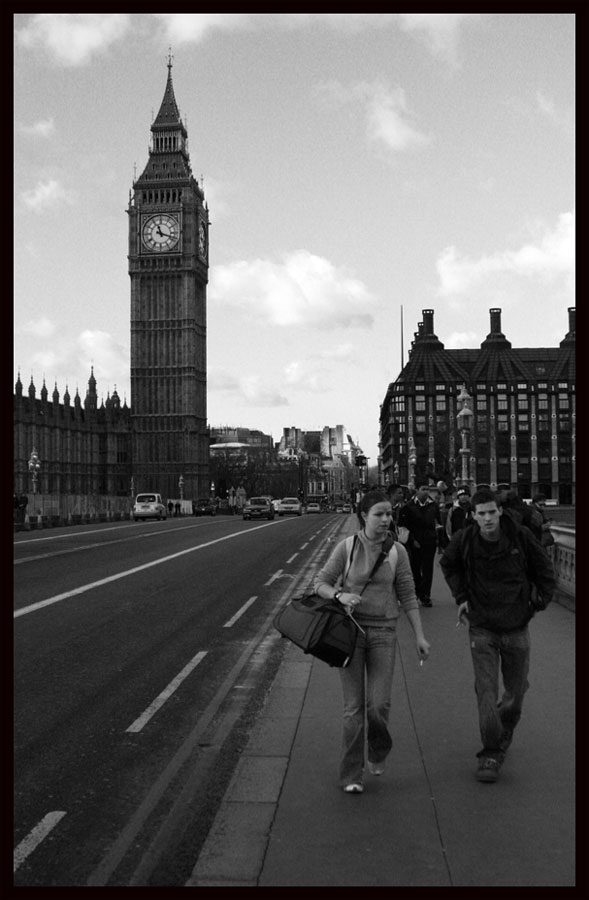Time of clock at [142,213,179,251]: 11:18
